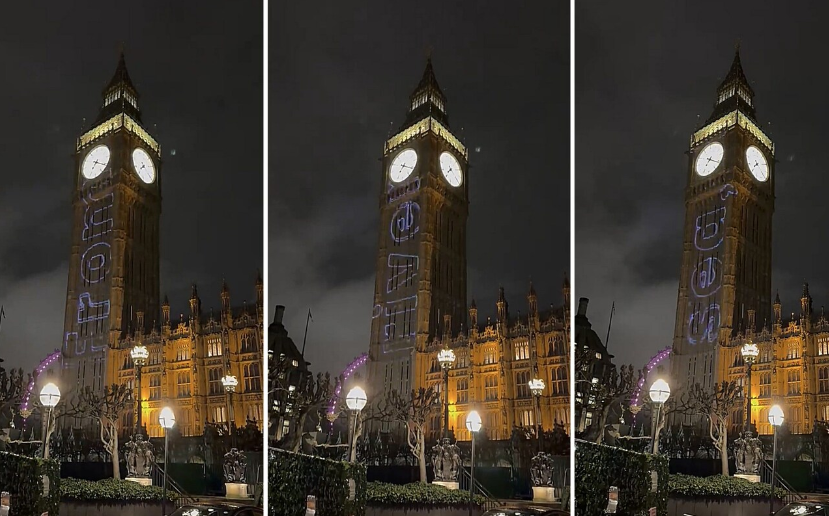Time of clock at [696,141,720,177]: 7:20
